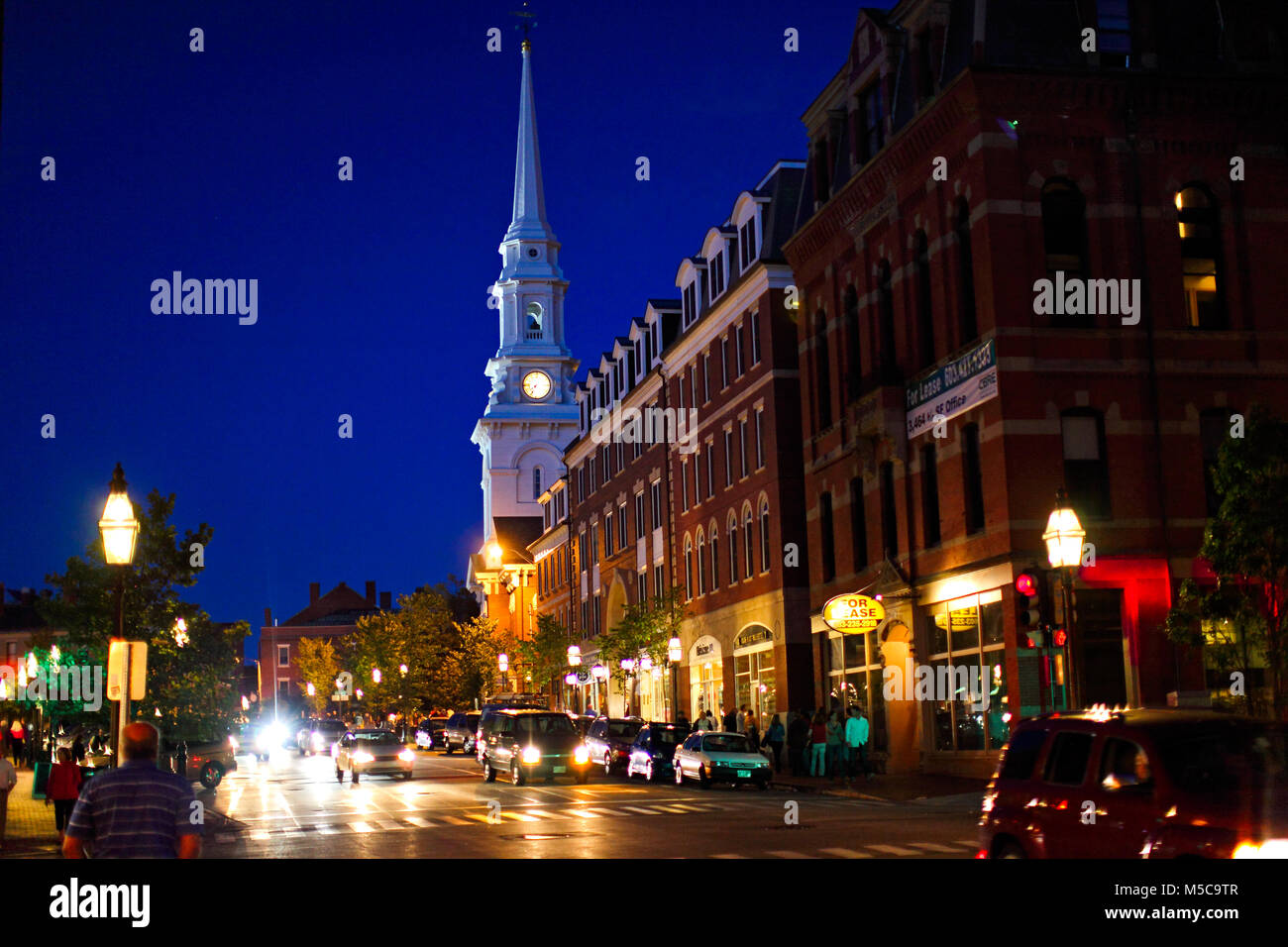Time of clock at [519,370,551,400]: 7:34
